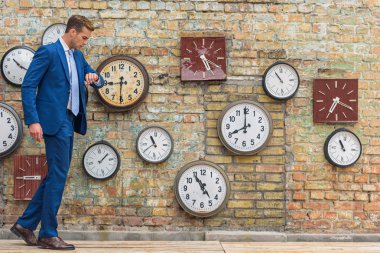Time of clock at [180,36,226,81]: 5:20
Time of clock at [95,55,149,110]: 8:30
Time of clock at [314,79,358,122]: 7:19
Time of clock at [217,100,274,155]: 7:59
